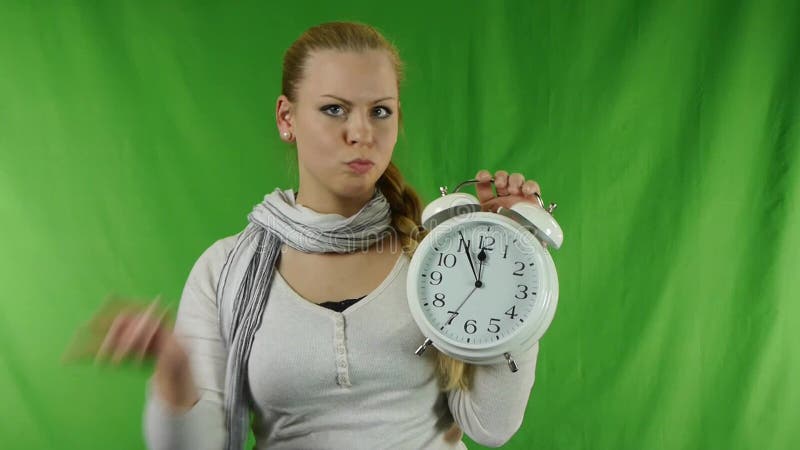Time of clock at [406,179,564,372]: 11:55
